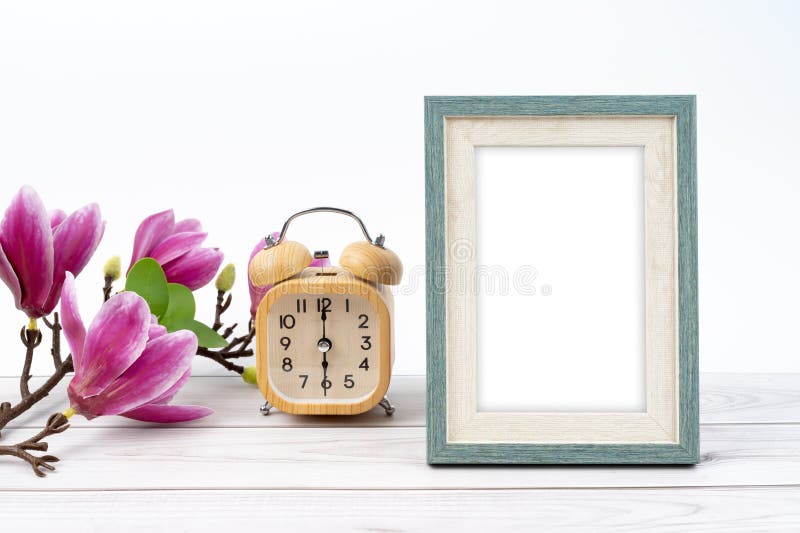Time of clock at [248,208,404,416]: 6:00
